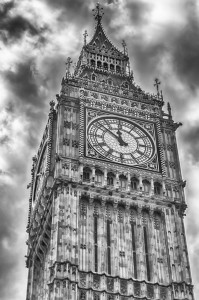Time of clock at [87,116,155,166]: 11:51
